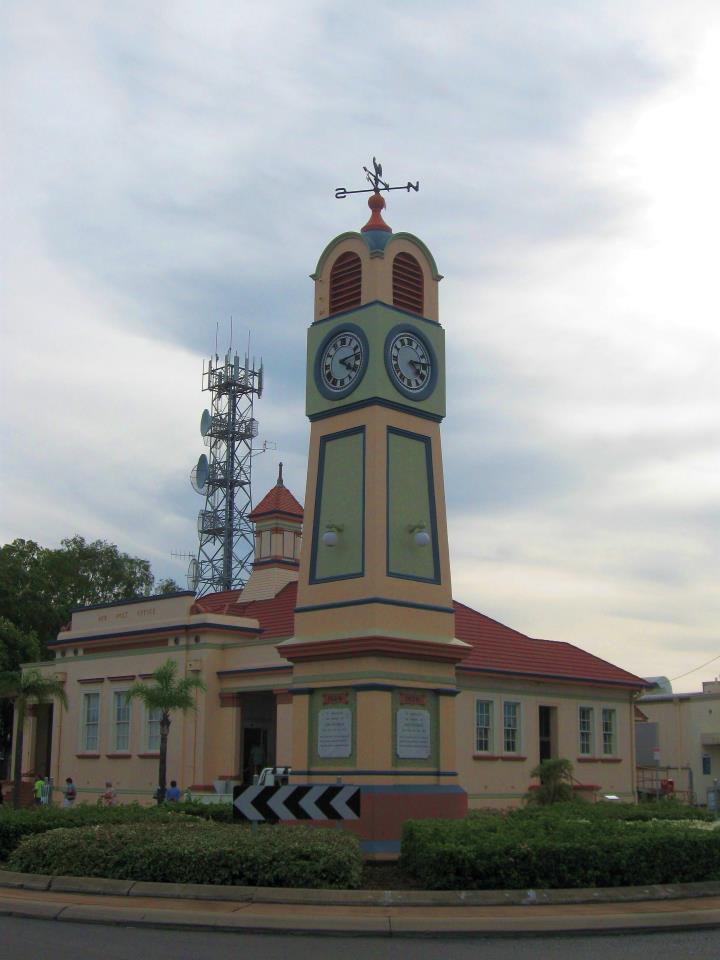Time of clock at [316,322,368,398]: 4:13
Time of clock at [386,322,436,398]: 4:14
